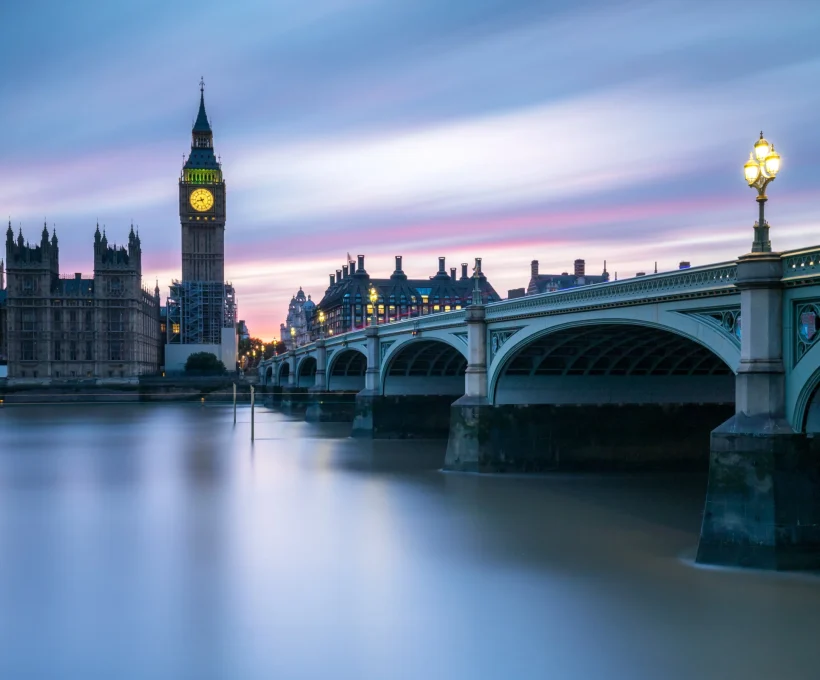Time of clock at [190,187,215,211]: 8:25
